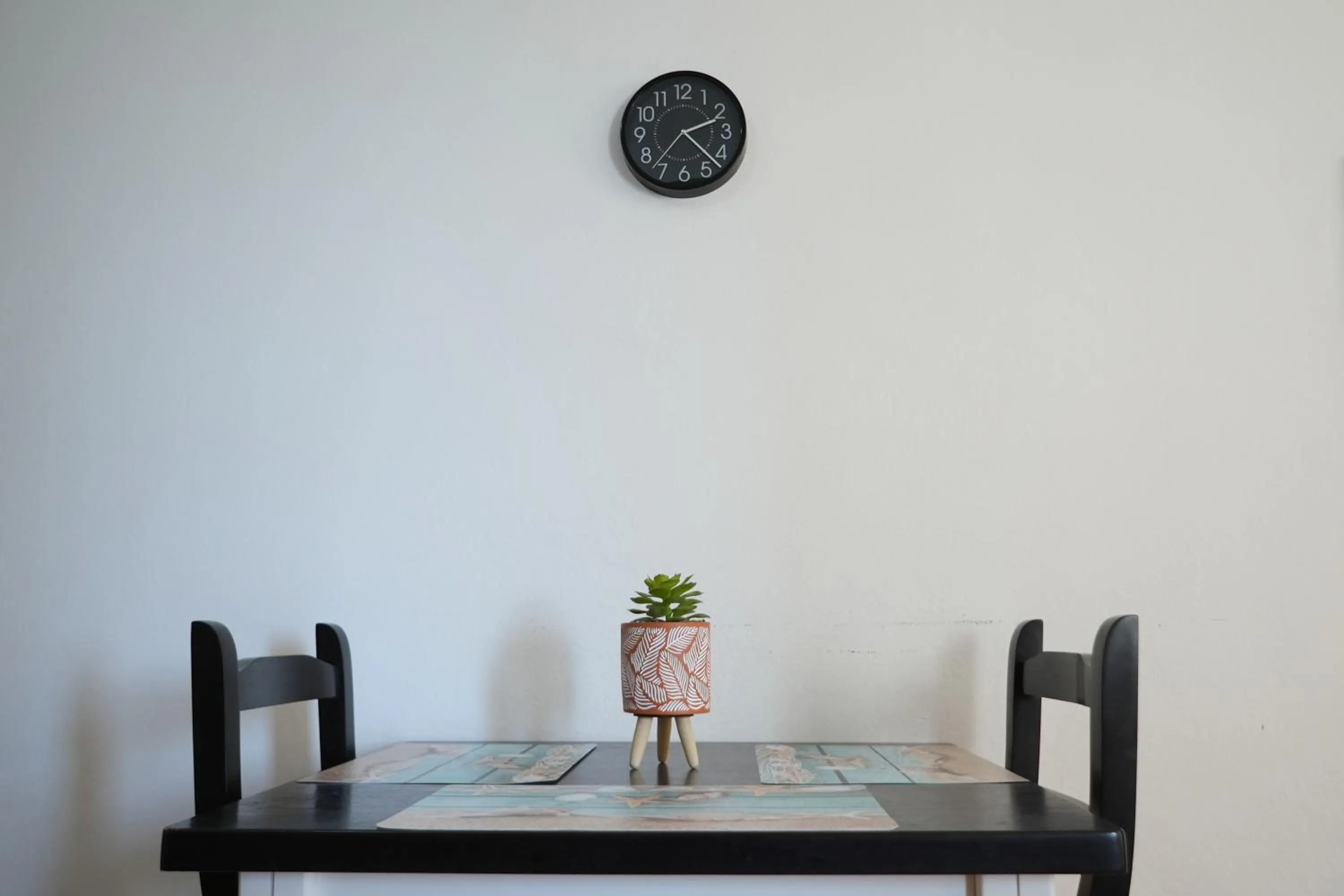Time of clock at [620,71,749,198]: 2:22
